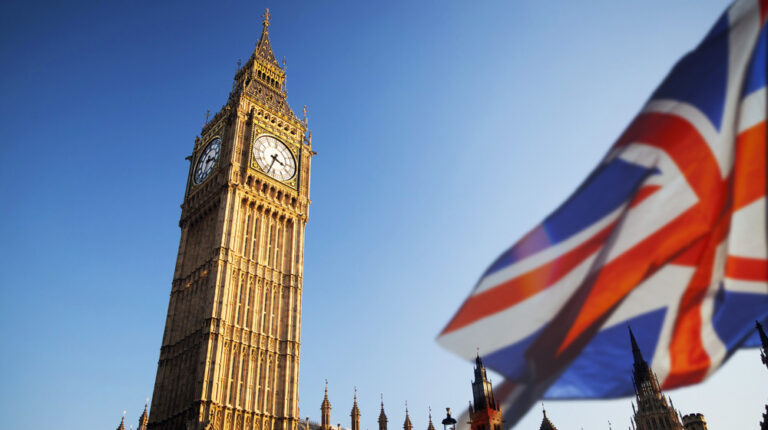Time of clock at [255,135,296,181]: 3:33
